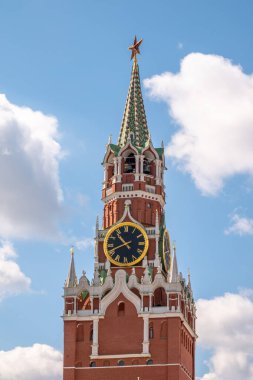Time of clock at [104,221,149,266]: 10:41
